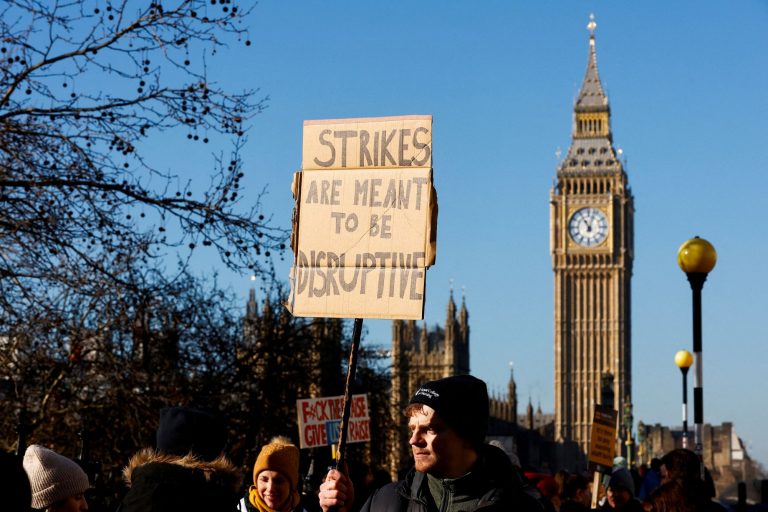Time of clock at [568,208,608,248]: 11:03
